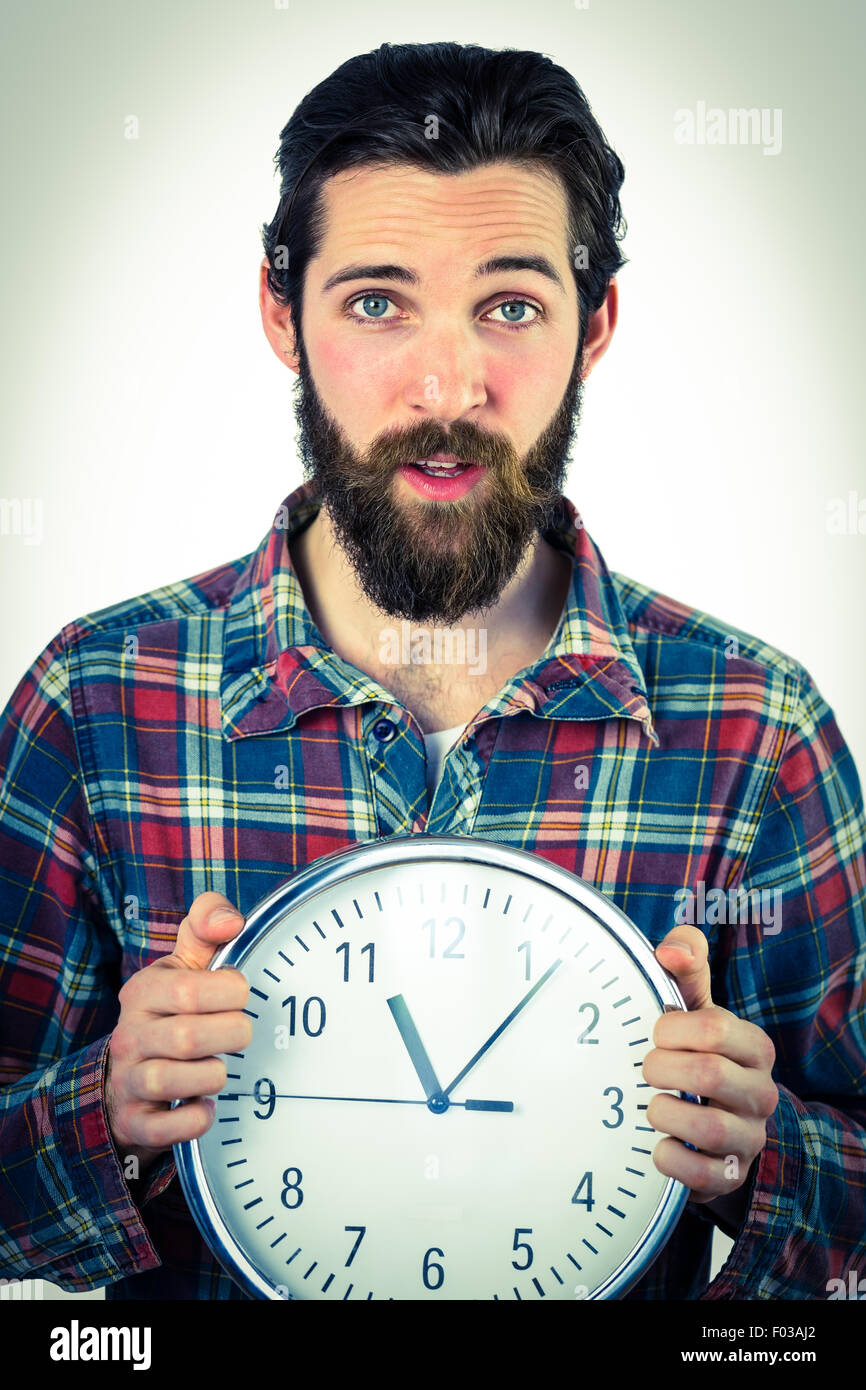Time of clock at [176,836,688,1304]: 11:06
